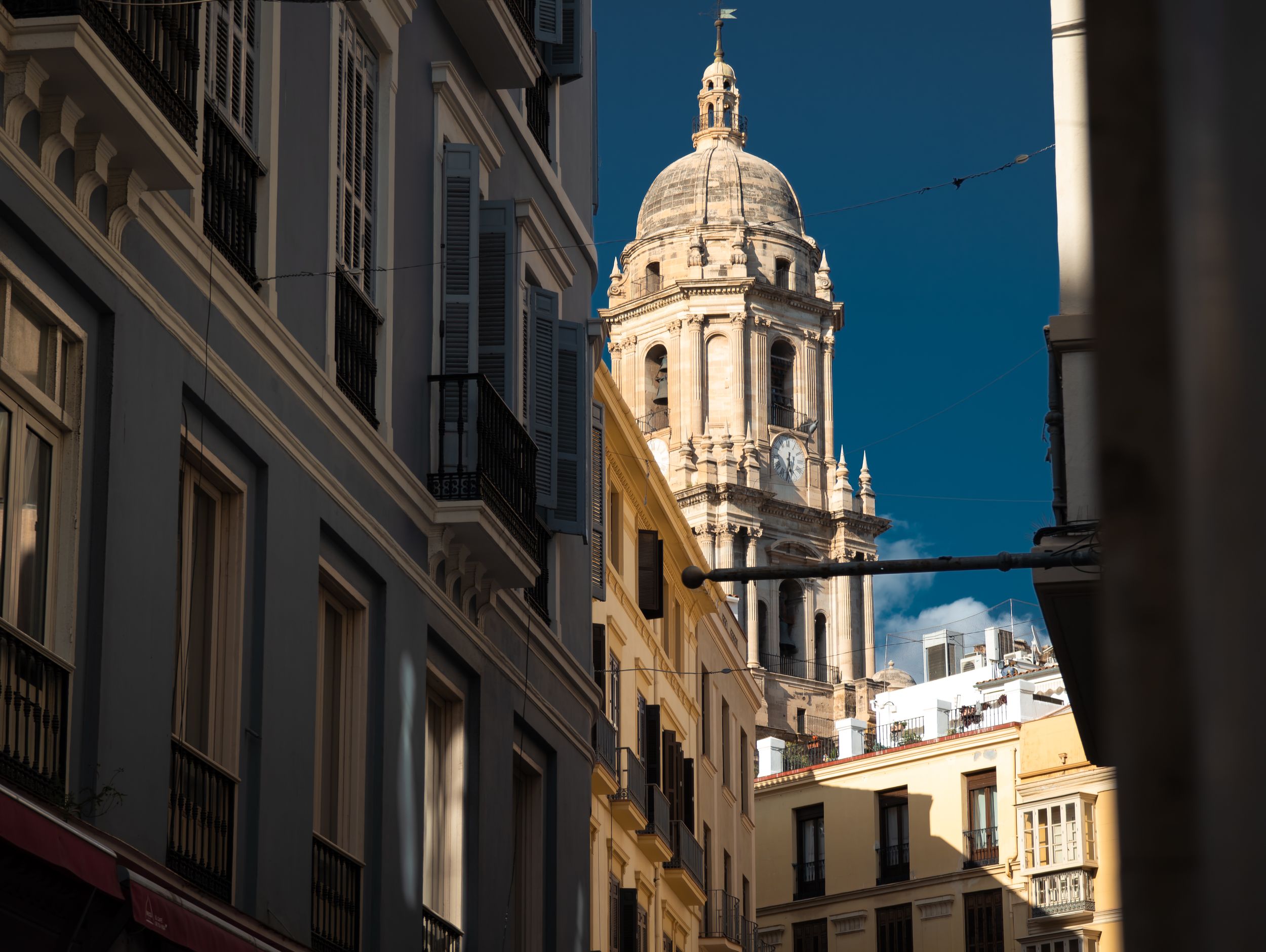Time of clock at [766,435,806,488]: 5:31
